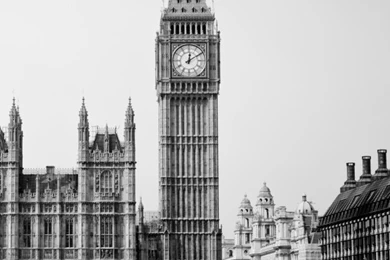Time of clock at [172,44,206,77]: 12:09
